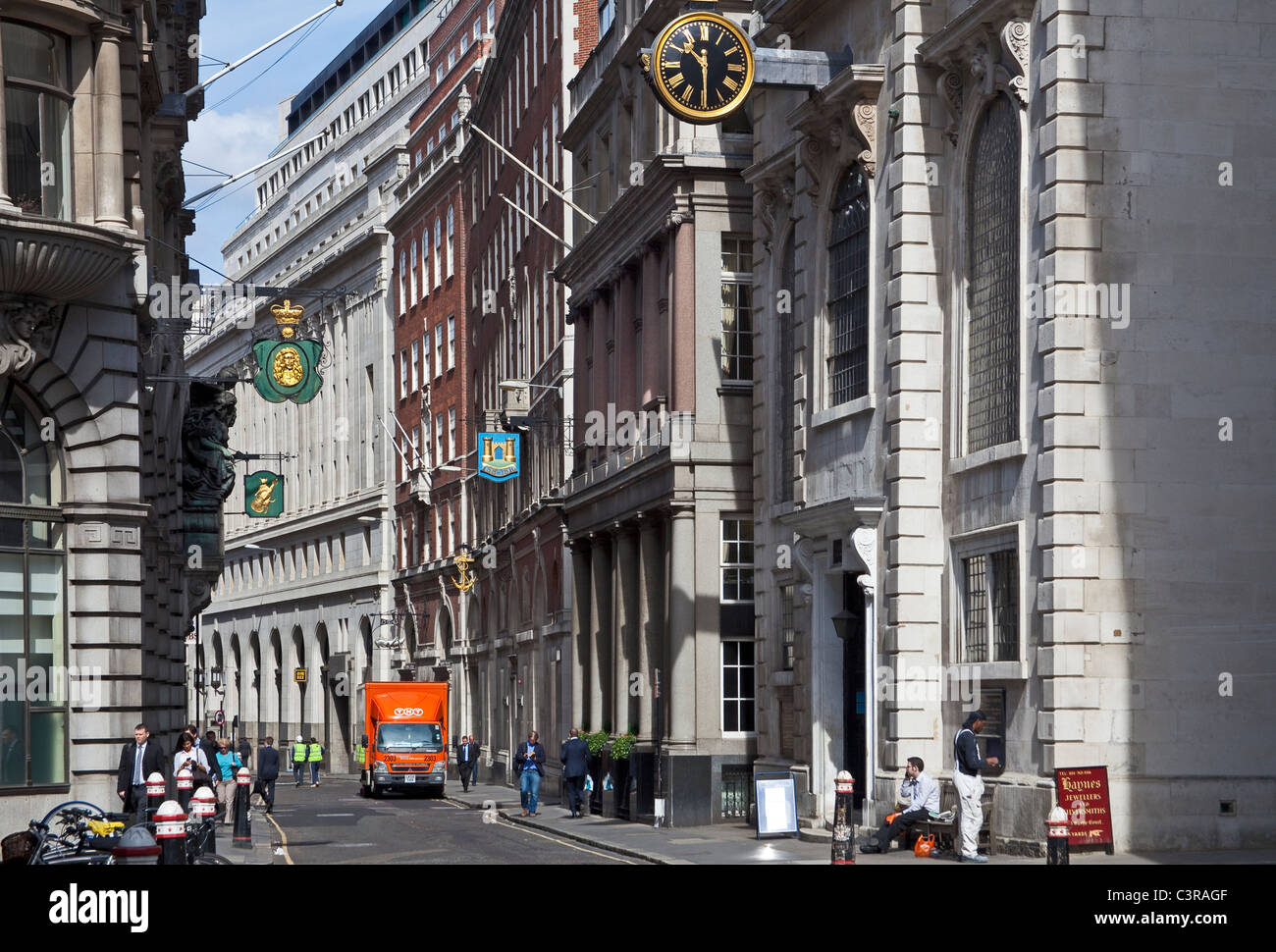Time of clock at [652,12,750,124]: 10:29
